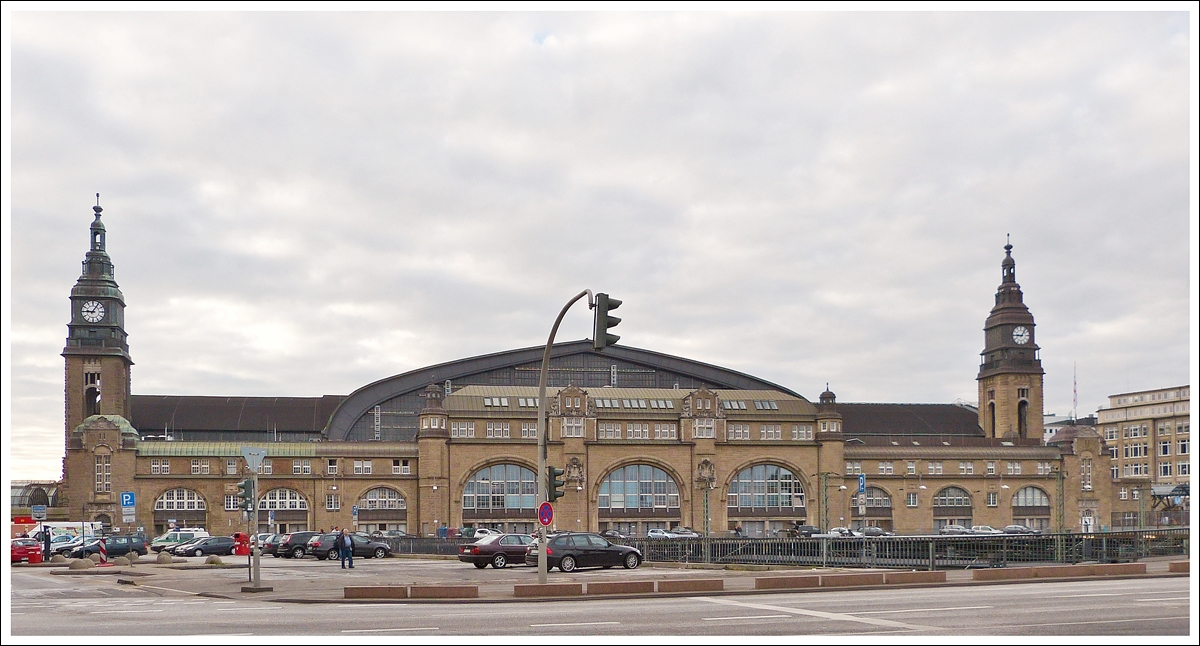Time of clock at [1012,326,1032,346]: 9:07
